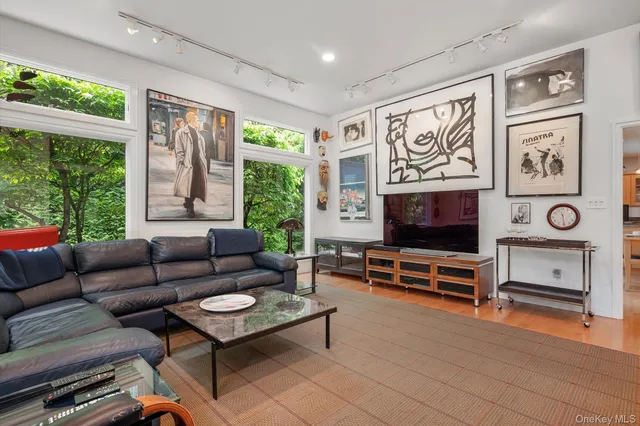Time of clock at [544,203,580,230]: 11:29
